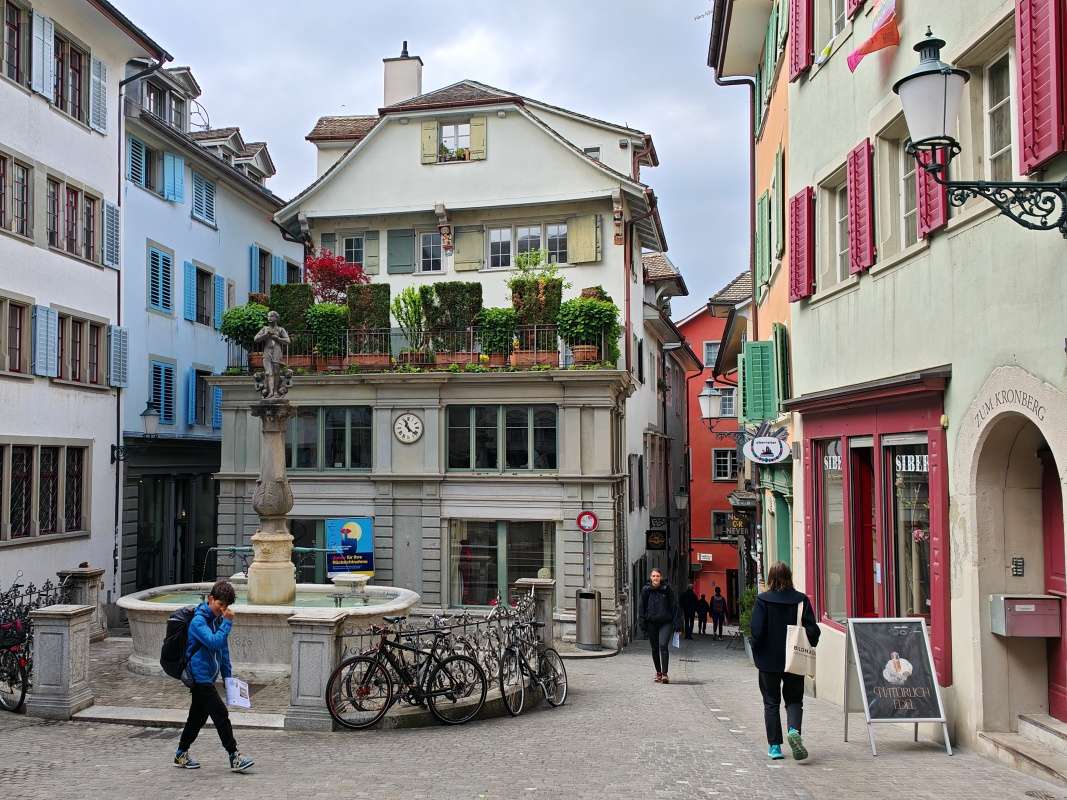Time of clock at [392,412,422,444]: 11:21
